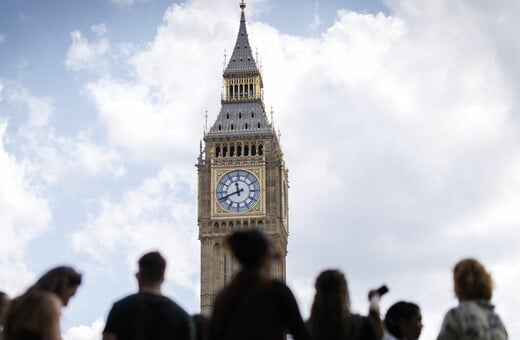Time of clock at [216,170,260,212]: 11:41
